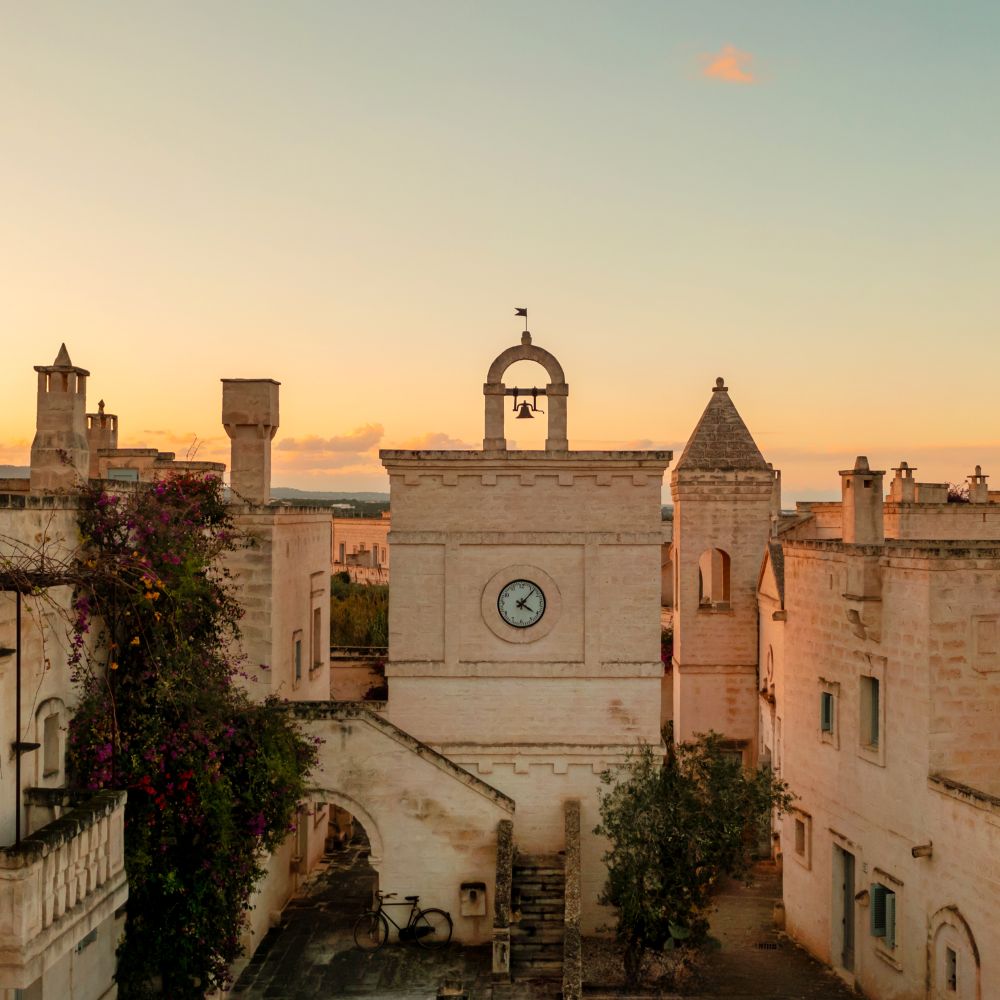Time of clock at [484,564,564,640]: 4:07
